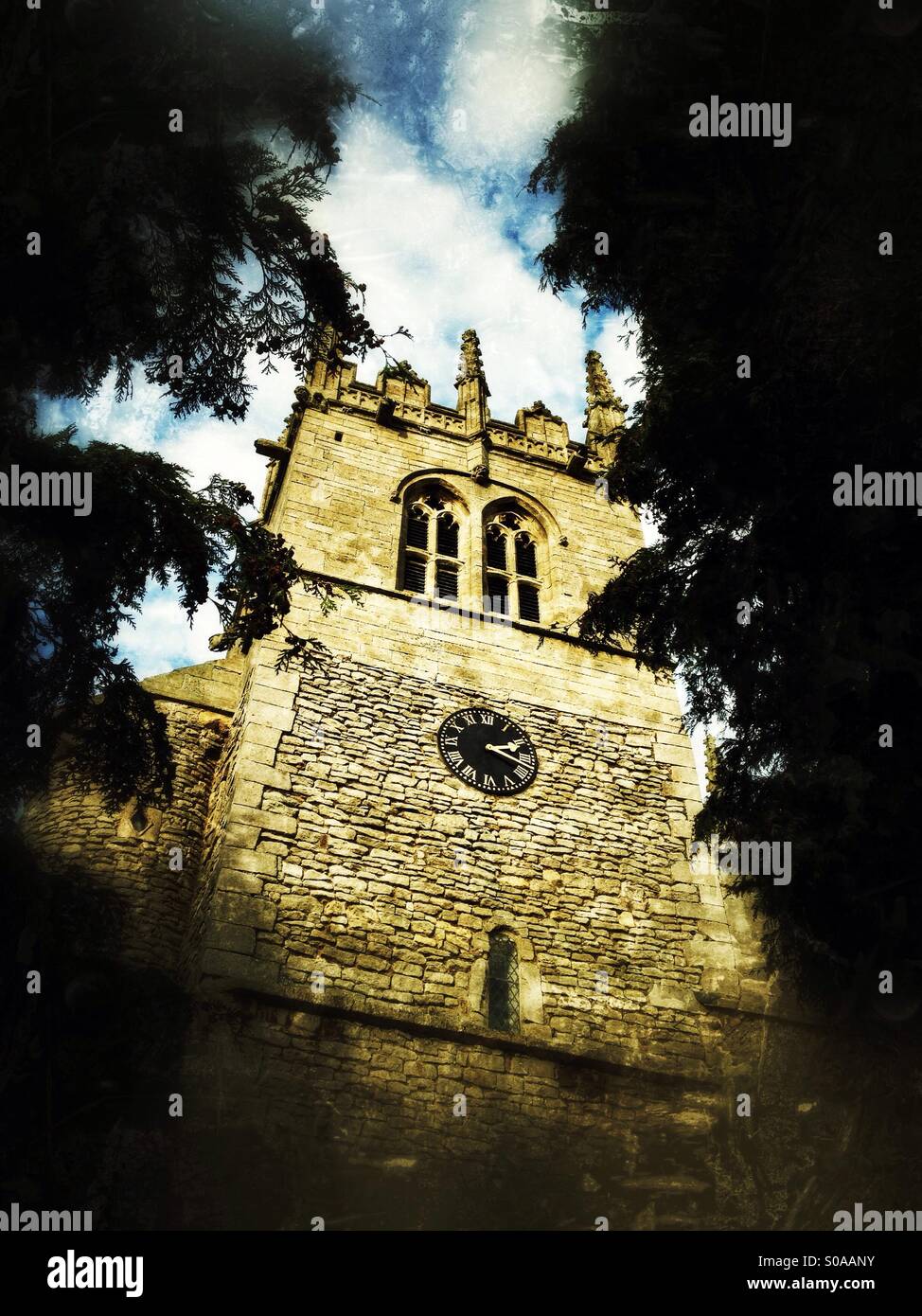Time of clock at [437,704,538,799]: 2:18
